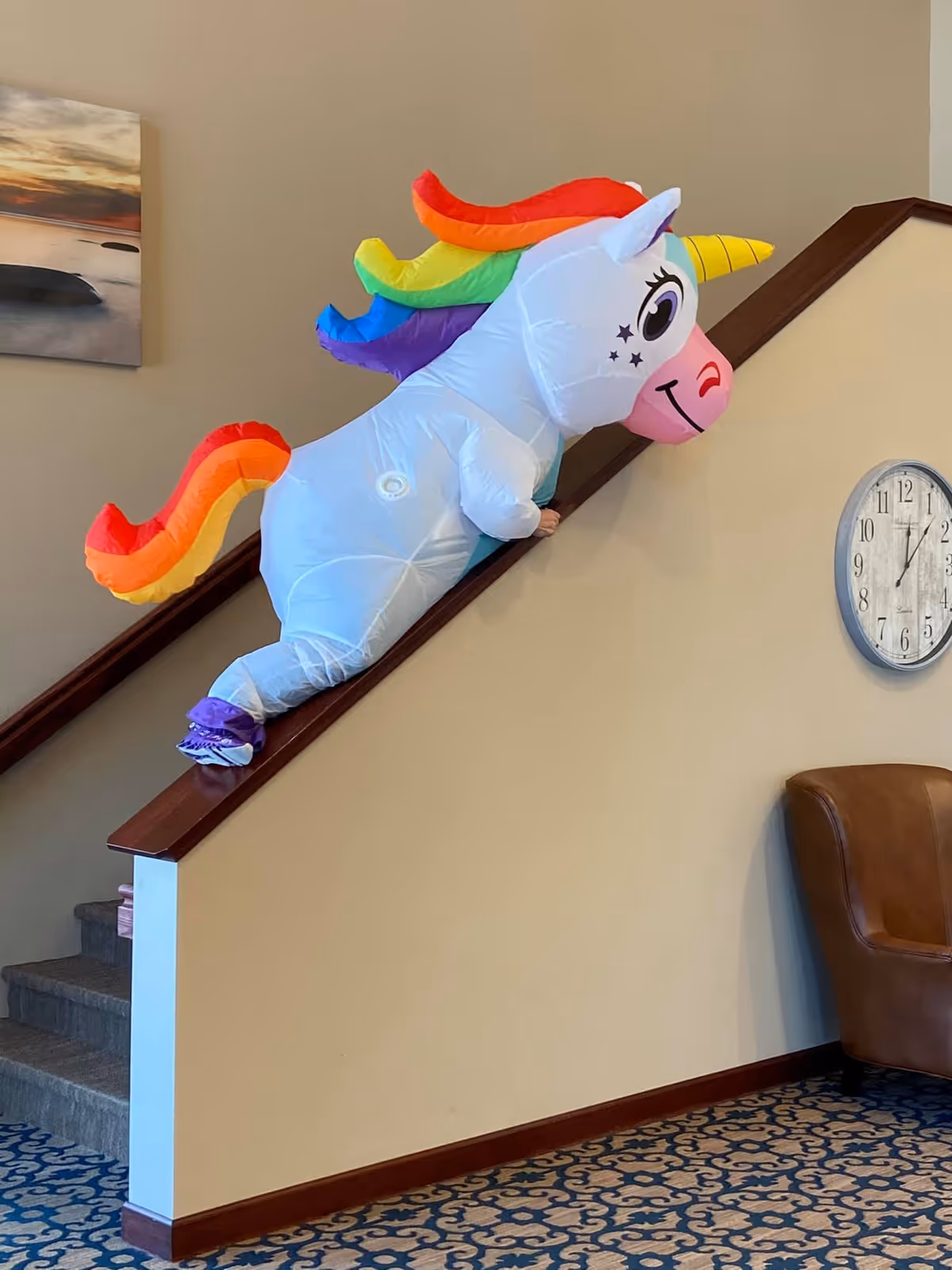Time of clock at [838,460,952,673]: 12:06
